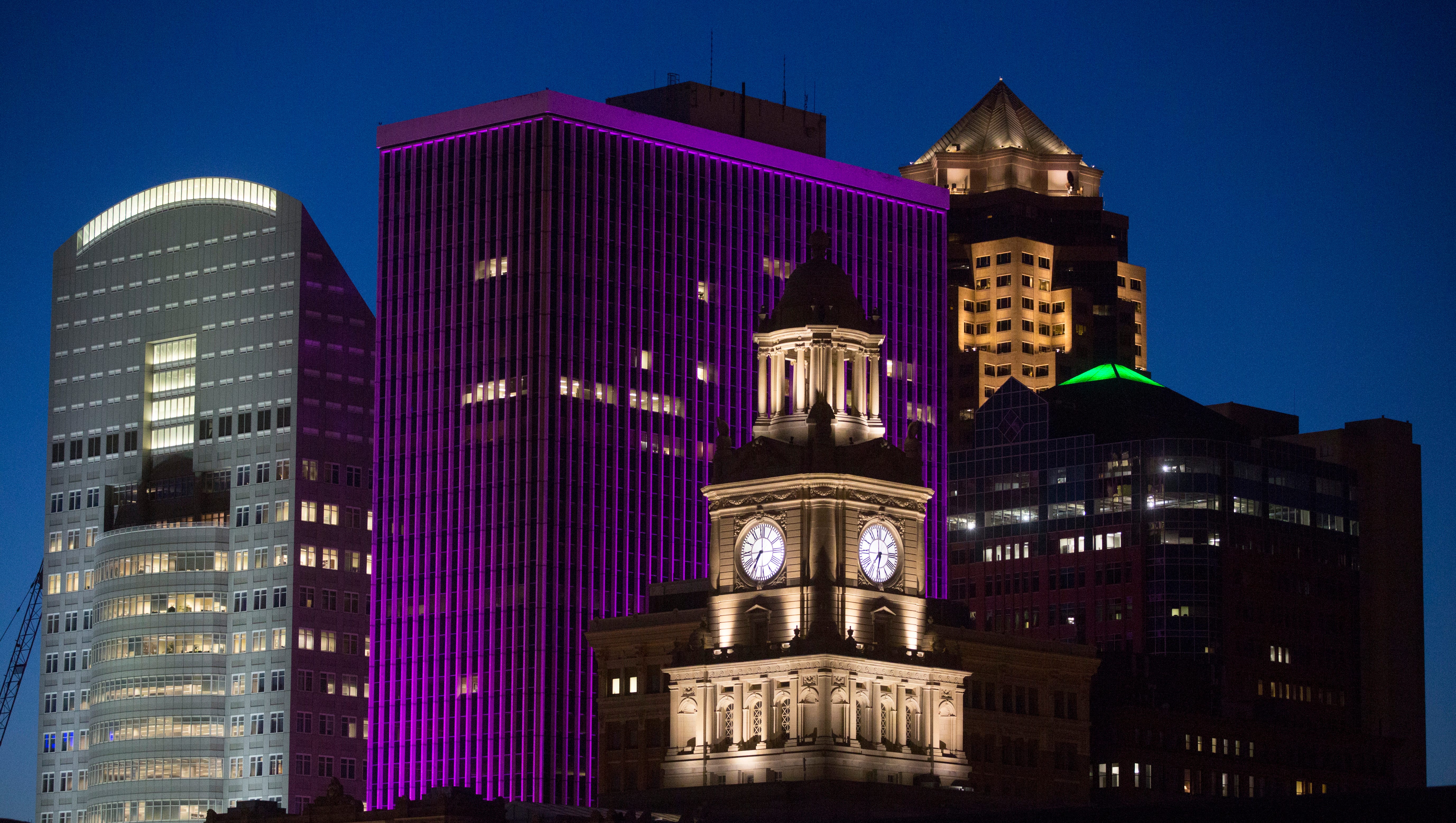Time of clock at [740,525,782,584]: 7:00
